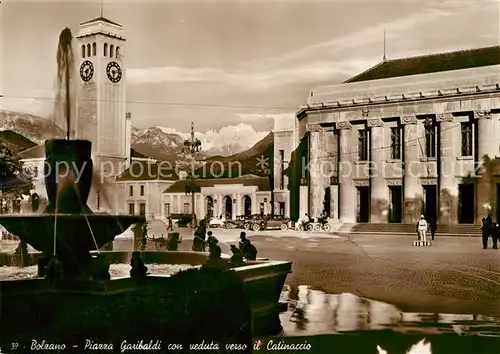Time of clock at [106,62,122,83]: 6:13
